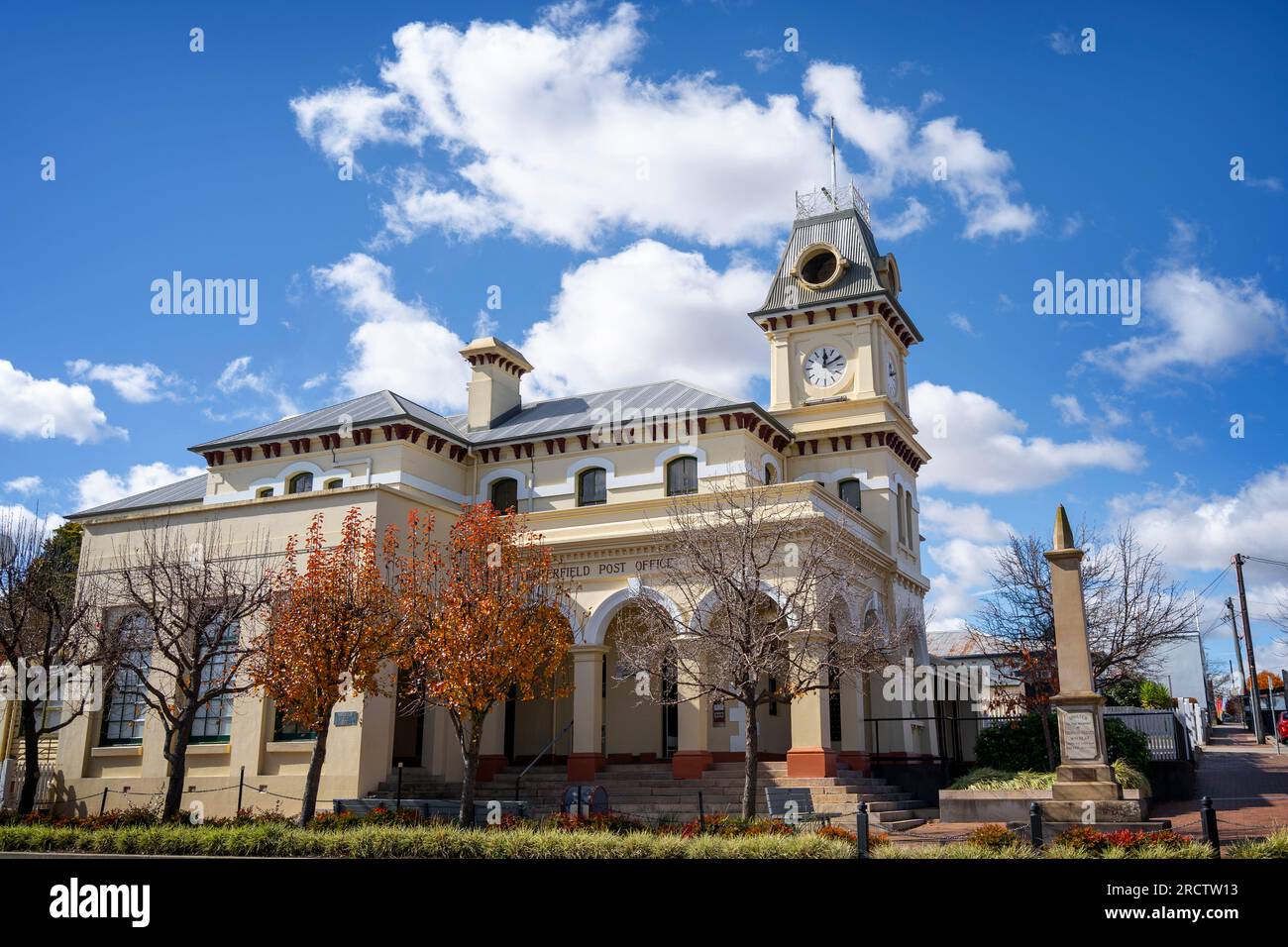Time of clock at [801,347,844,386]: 12:10
